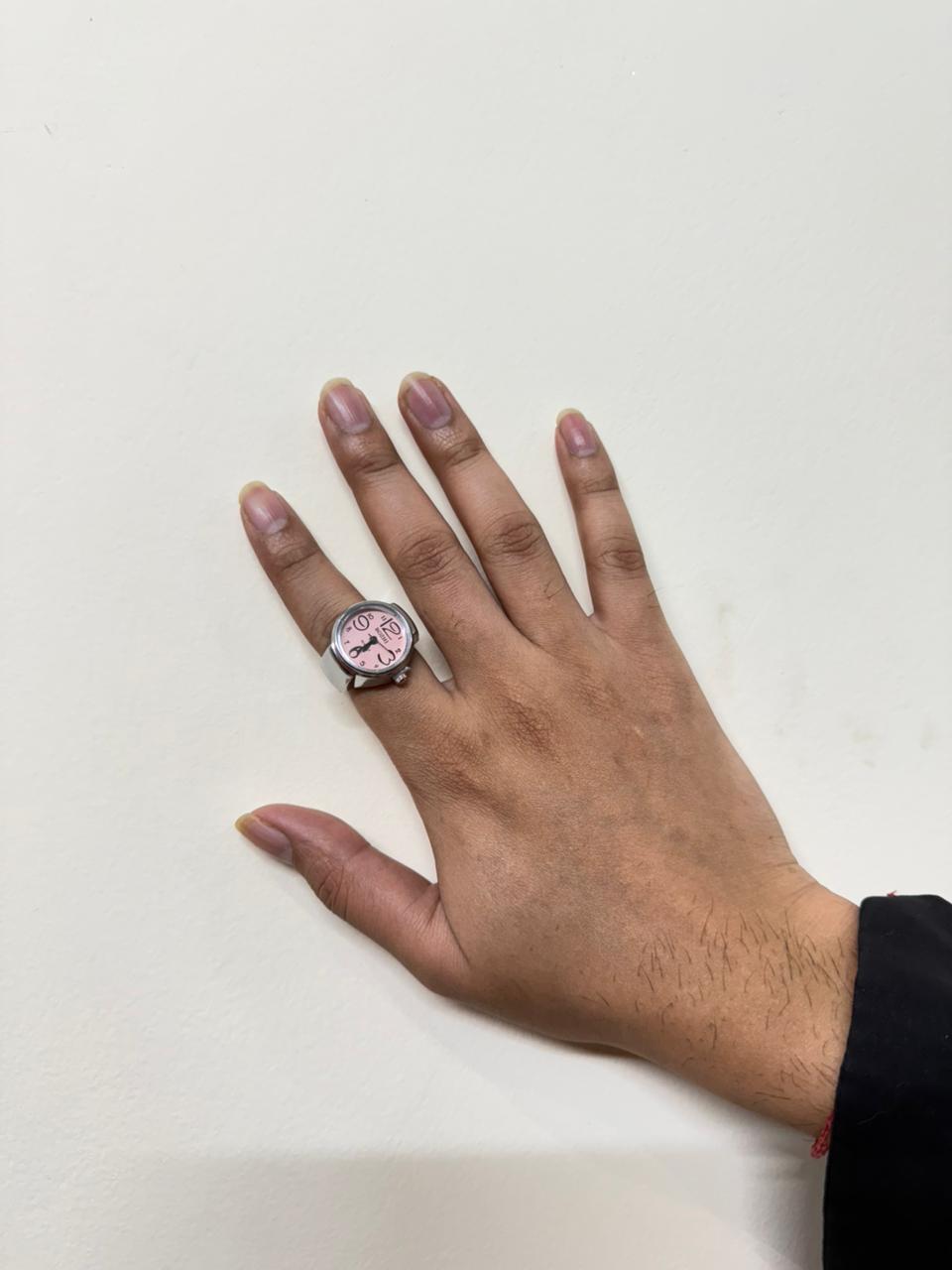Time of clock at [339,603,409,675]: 7:41
